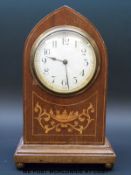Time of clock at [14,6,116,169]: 9:28
